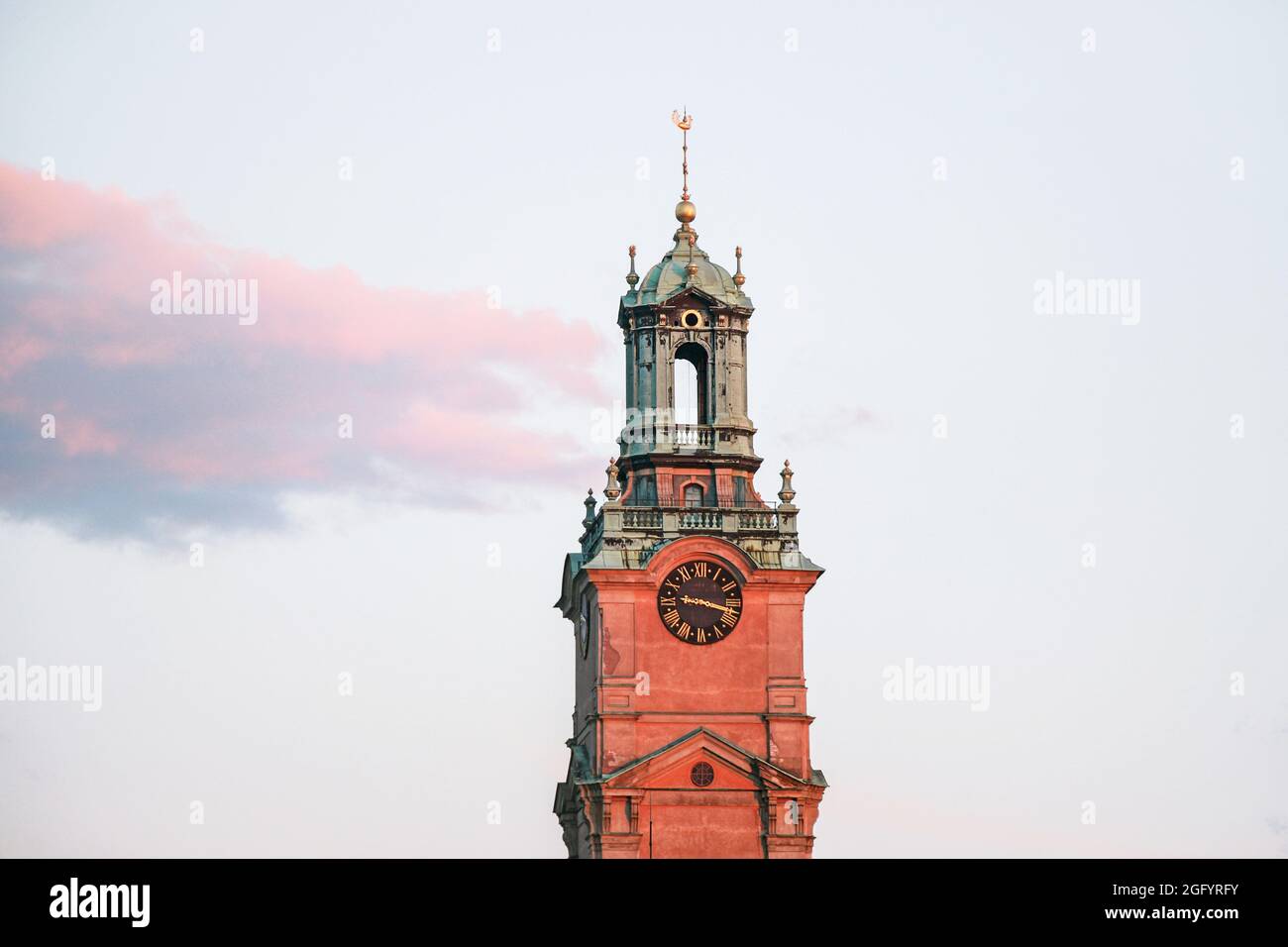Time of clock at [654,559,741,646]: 9:17
